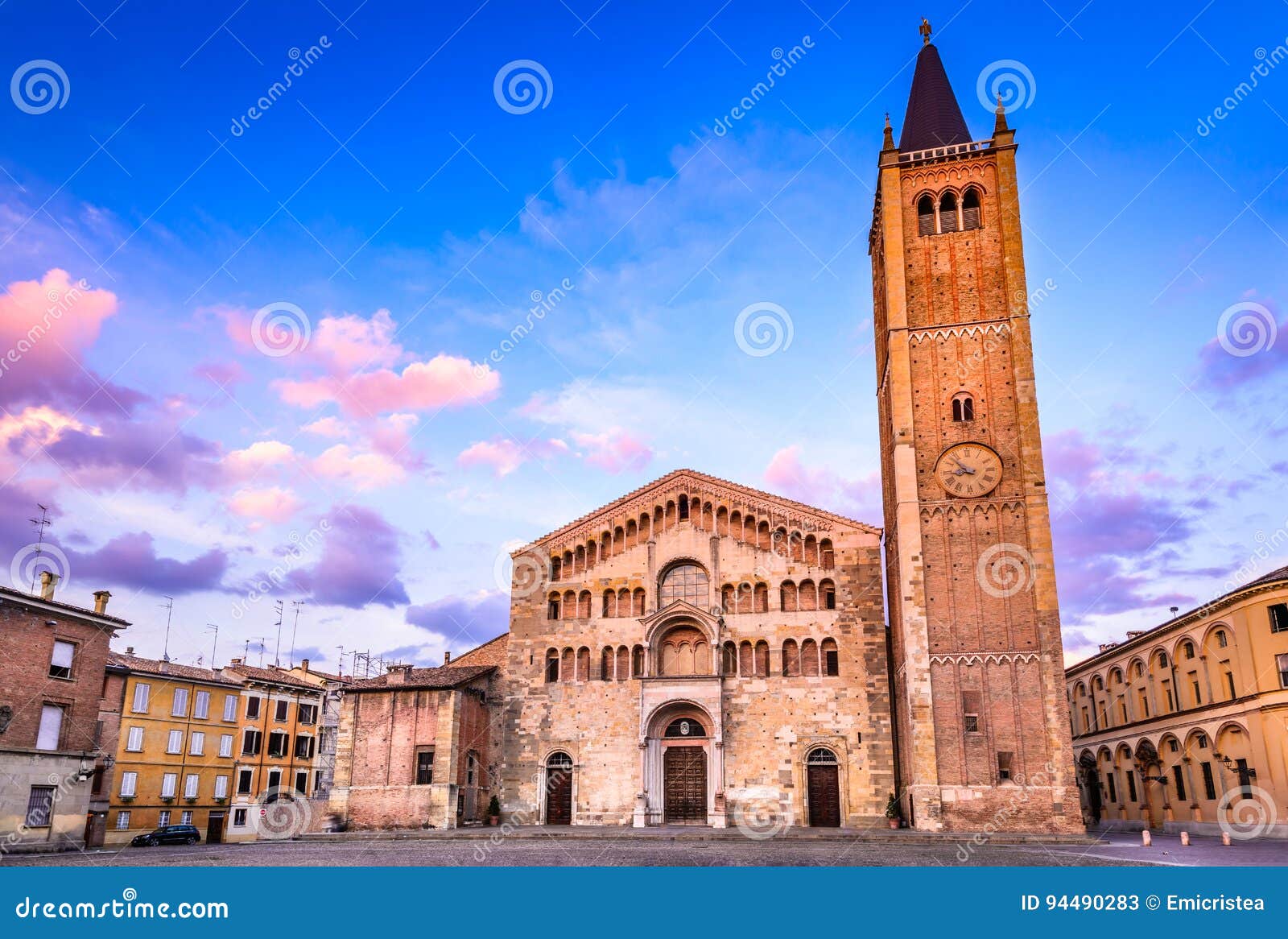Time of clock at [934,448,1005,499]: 8:53
